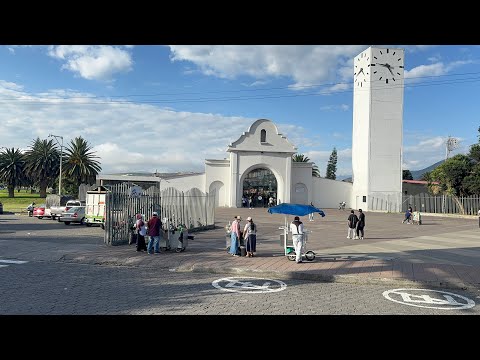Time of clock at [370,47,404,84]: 4:46
